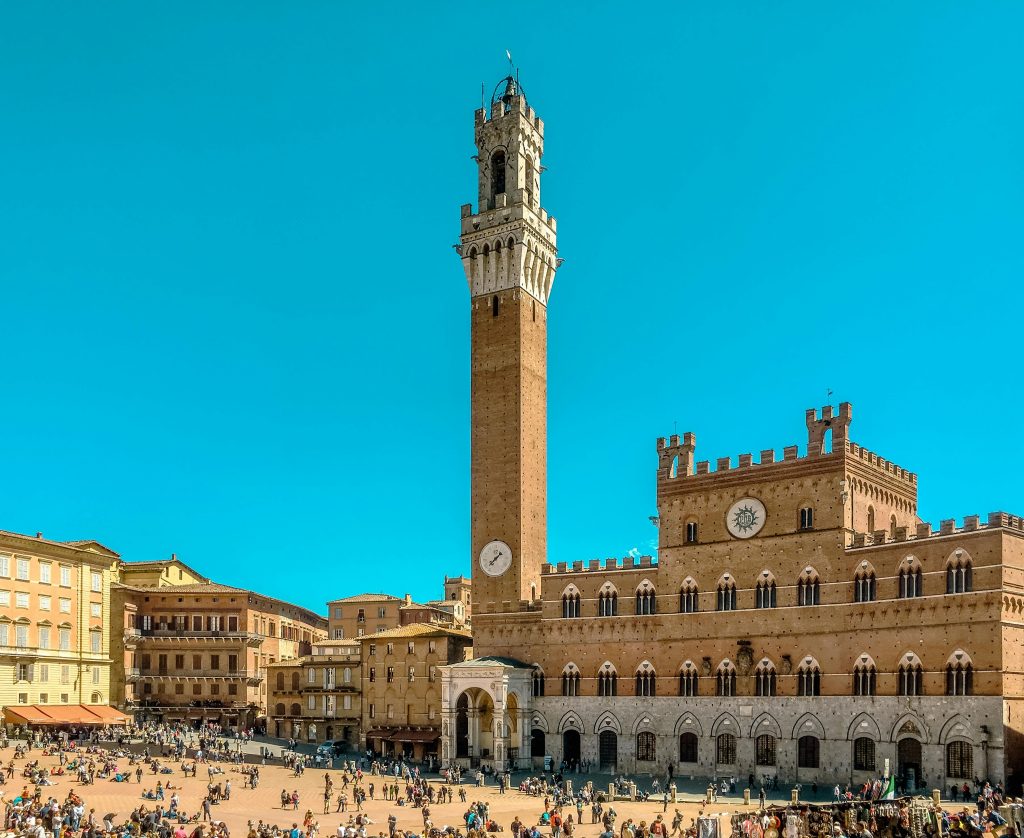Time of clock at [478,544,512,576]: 1:37
